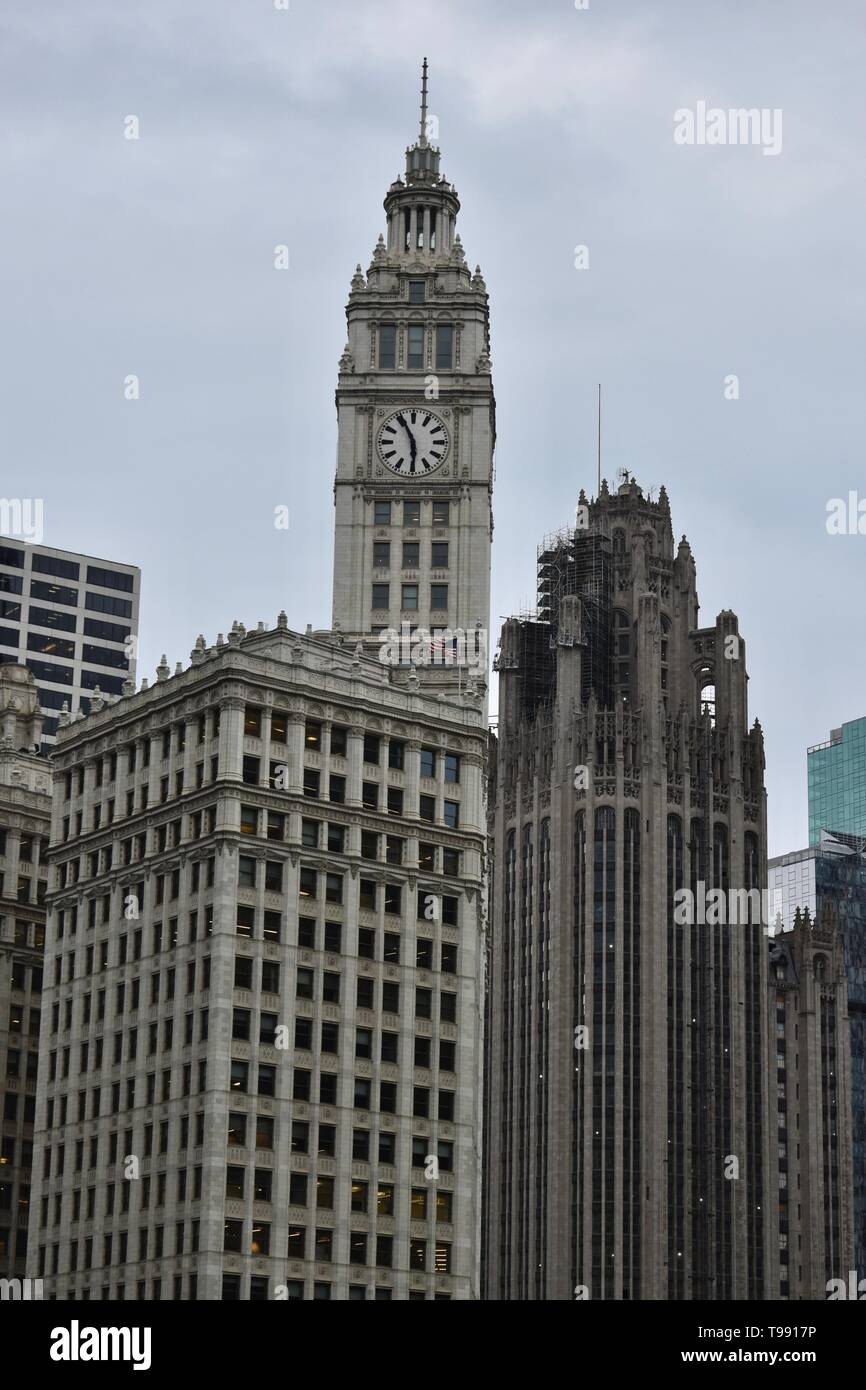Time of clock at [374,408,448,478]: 5:55
